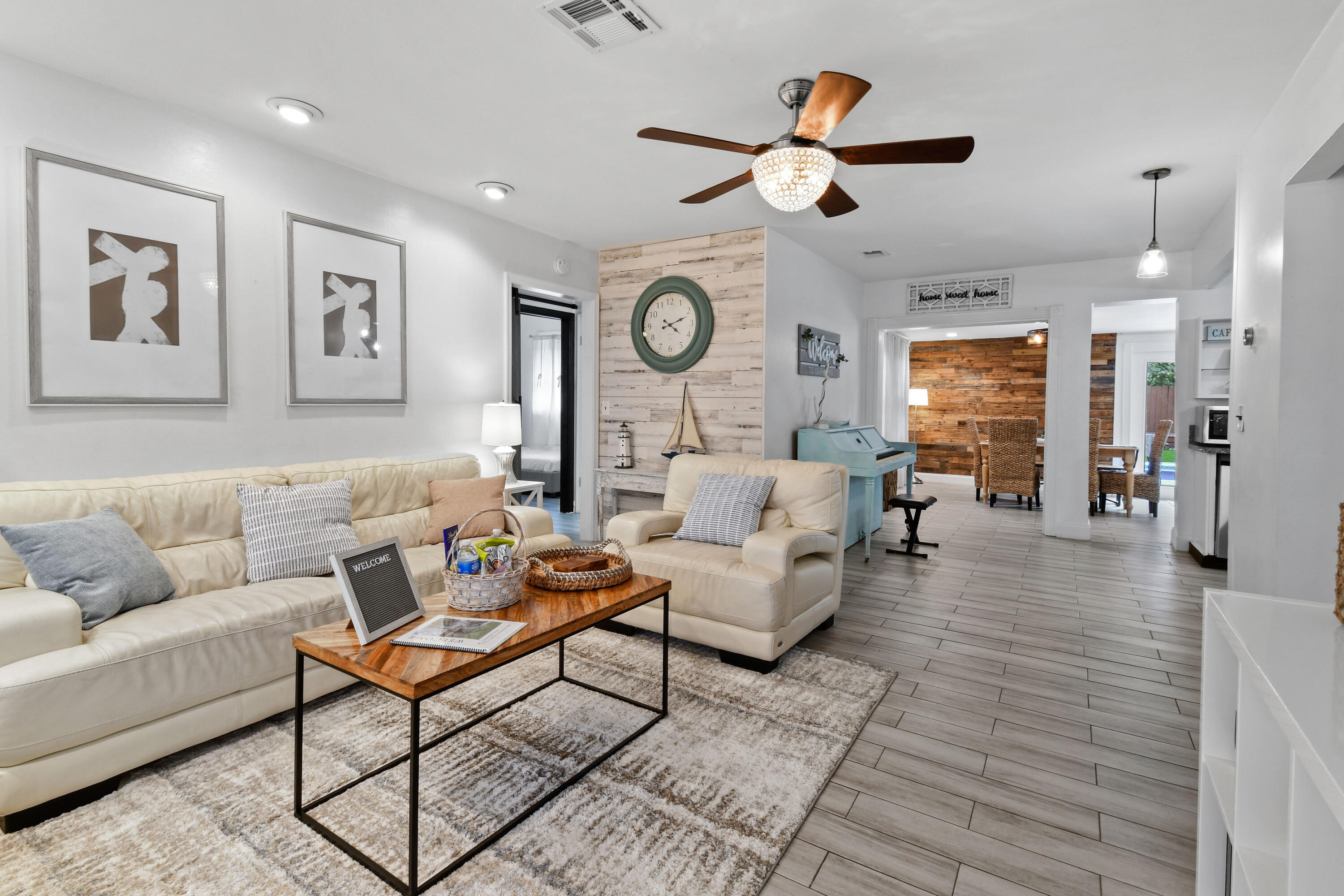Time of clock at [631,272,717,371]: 4:11
